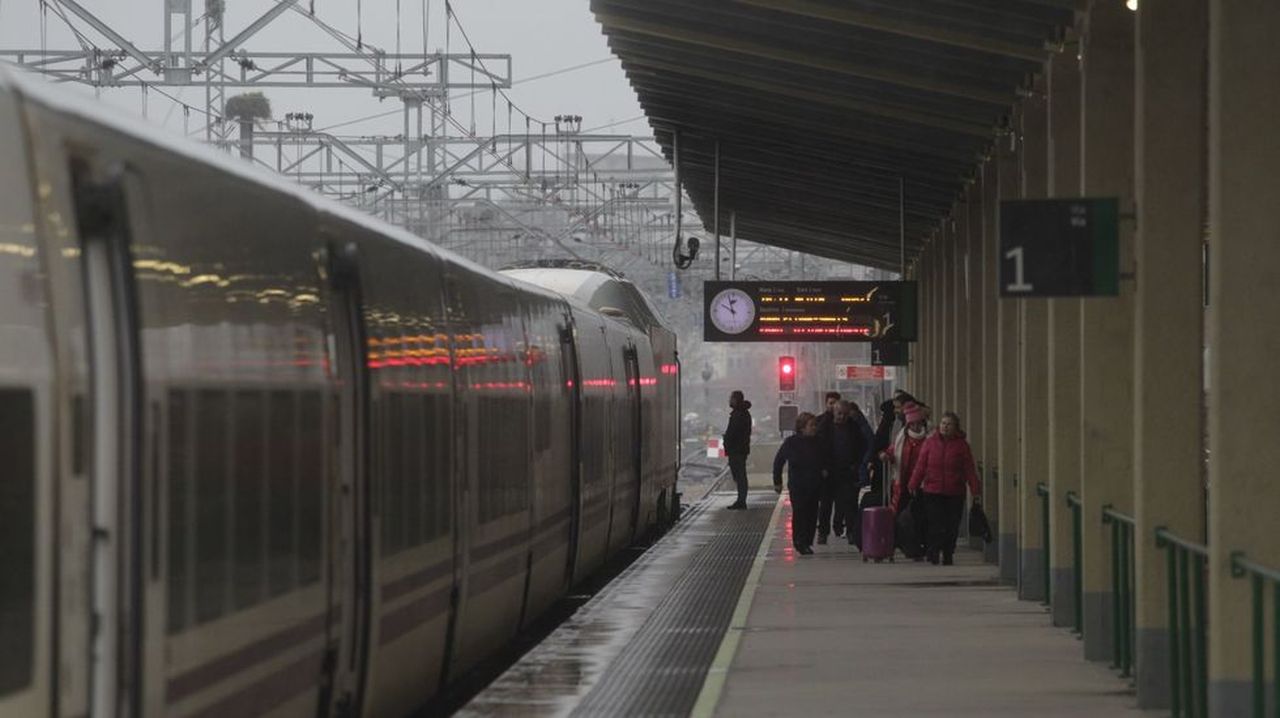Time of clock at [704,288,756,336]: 9:57
